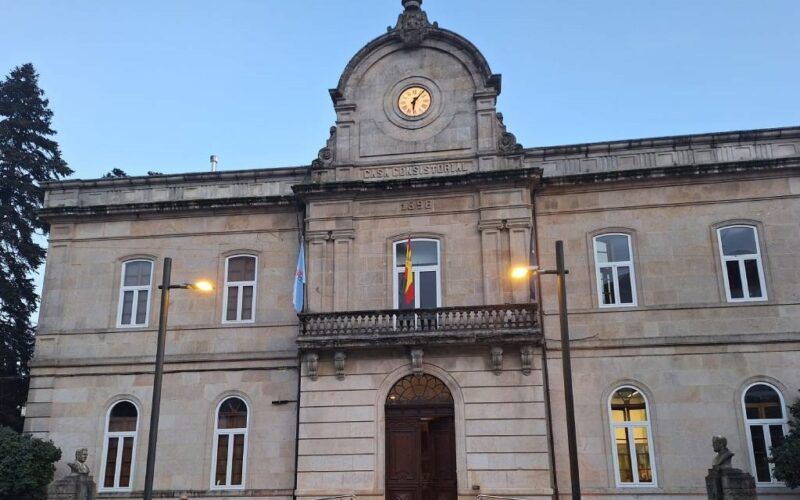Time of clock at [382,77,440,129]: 6:06
